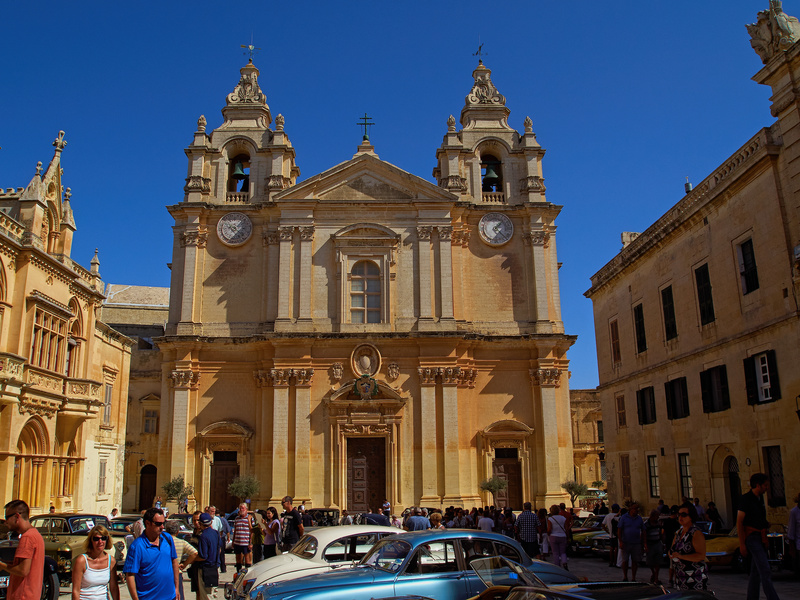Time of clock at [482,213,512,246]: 1:22
